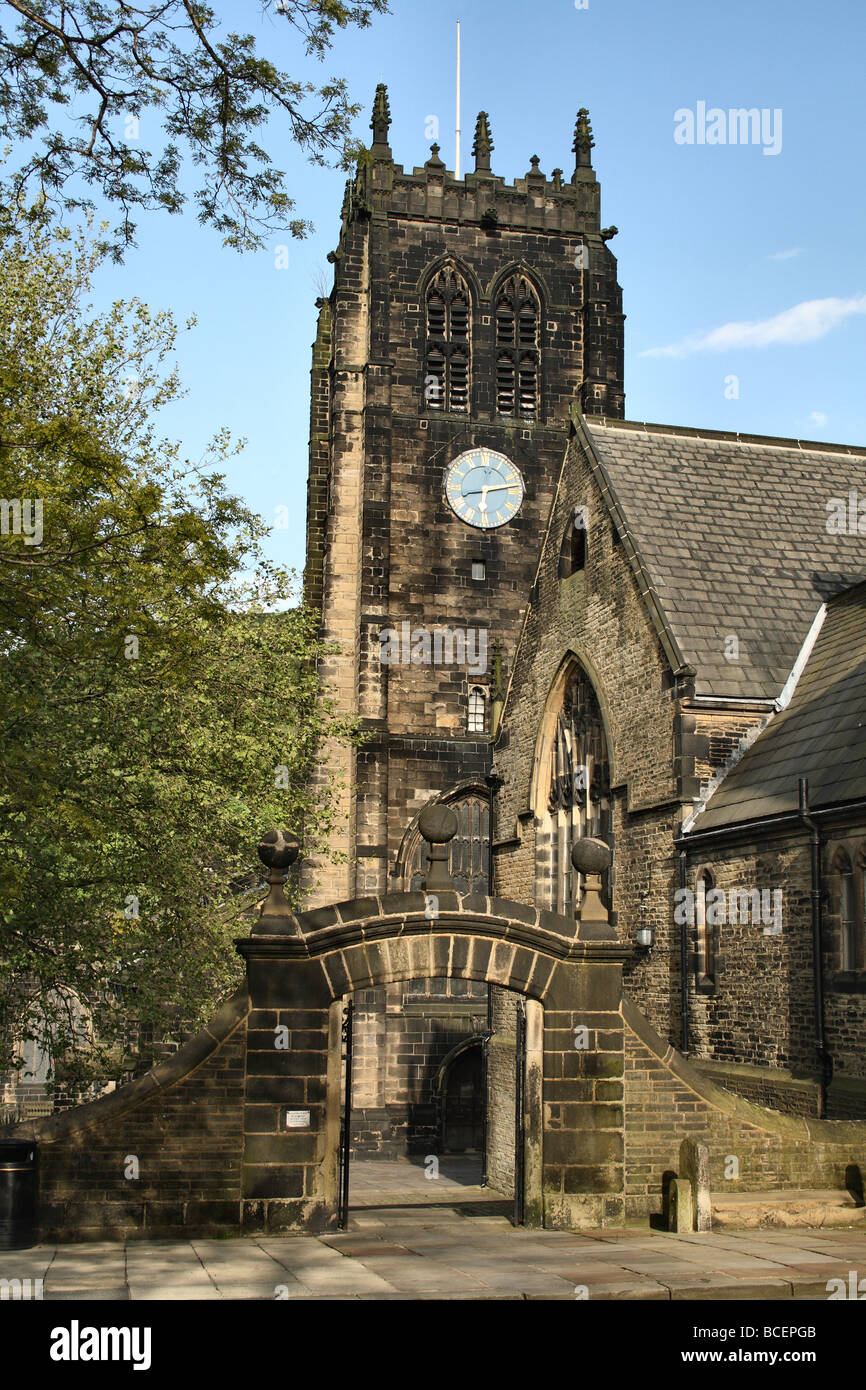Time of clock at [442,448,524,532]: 6:13
